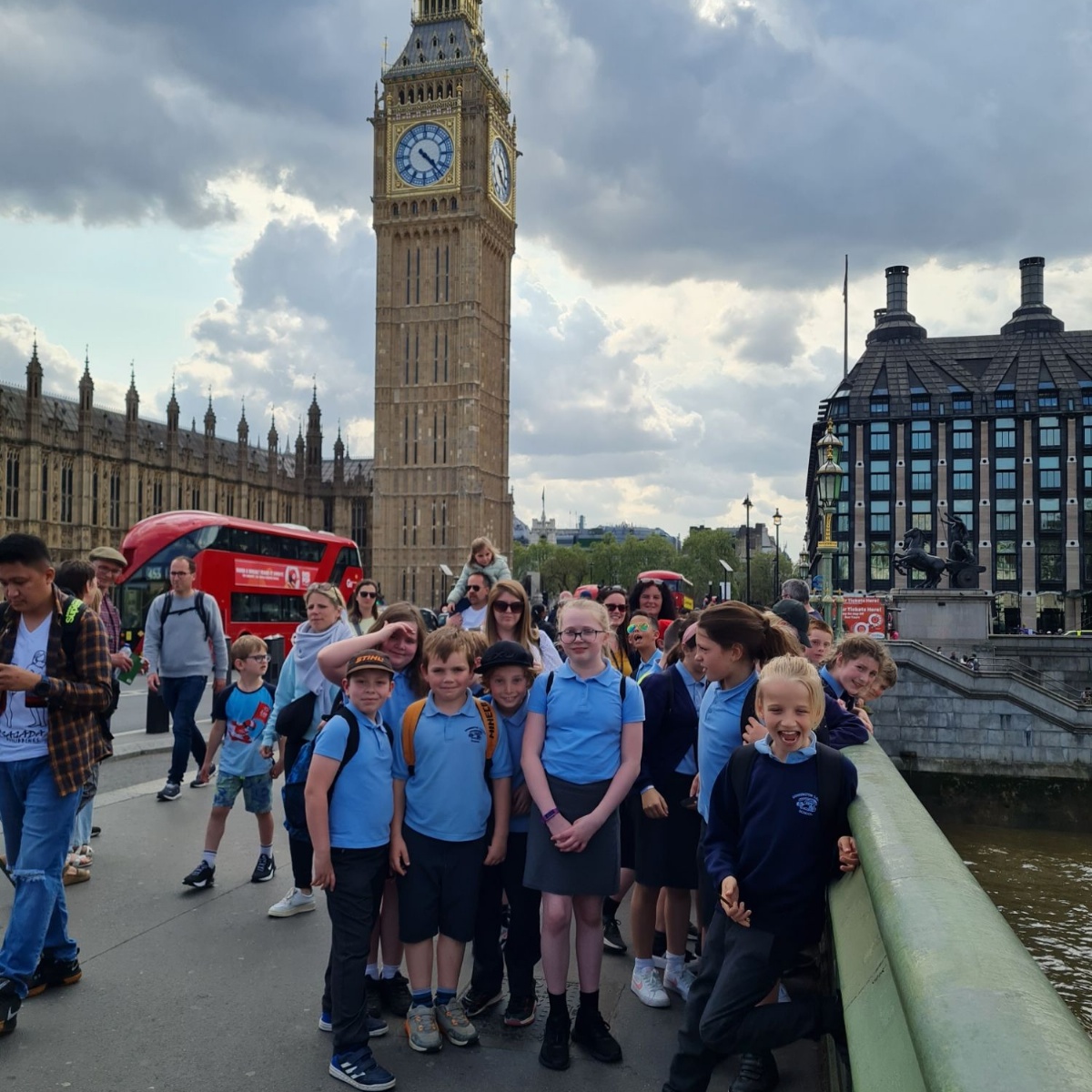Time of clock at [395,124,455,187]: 4:22
